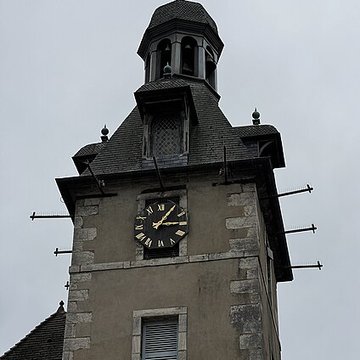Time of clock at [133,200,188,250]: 3:05
